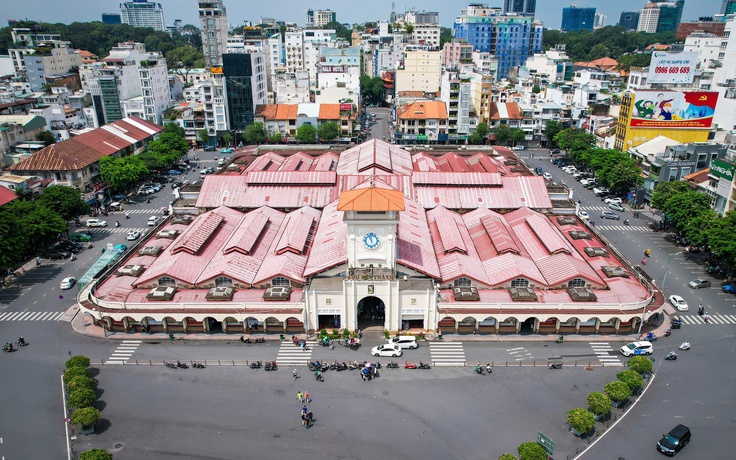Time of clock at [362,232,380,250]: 11:56
